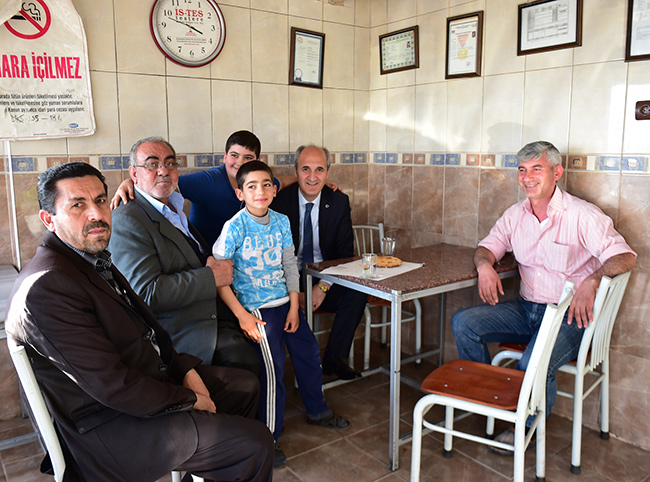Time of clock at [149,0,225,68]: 3:48
